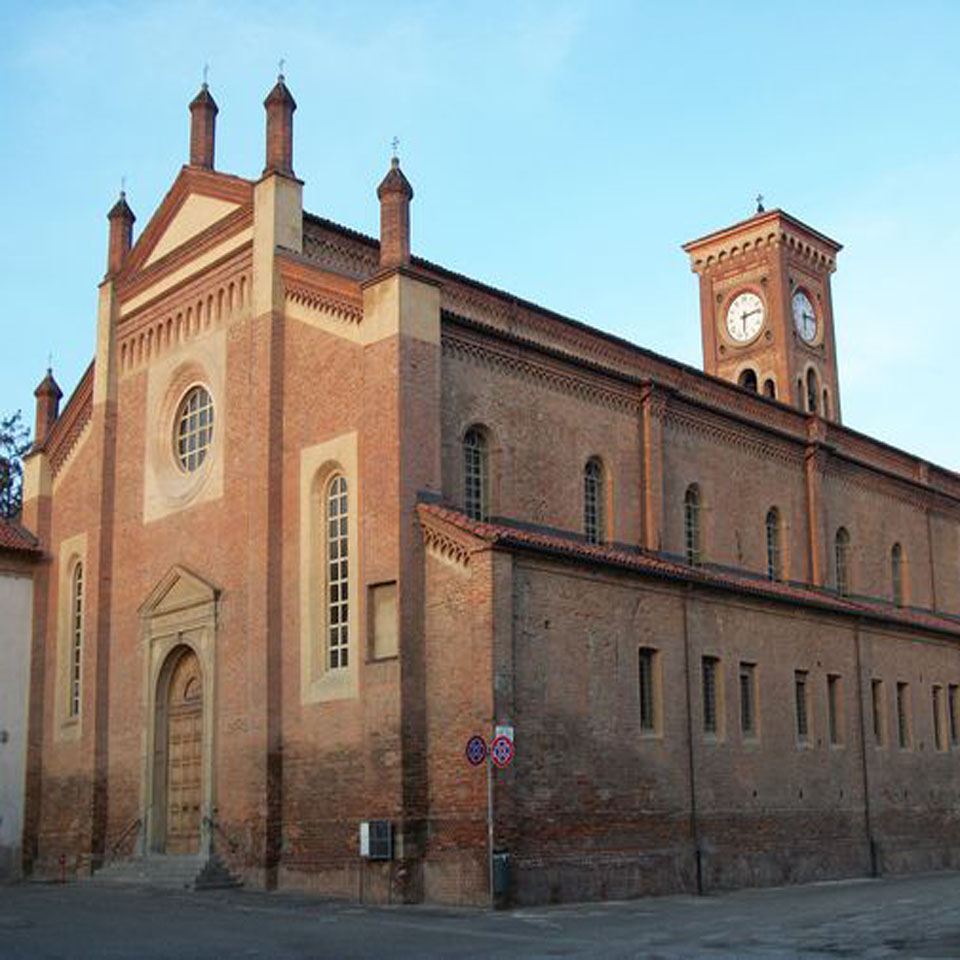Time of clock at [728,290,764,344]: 6:13
